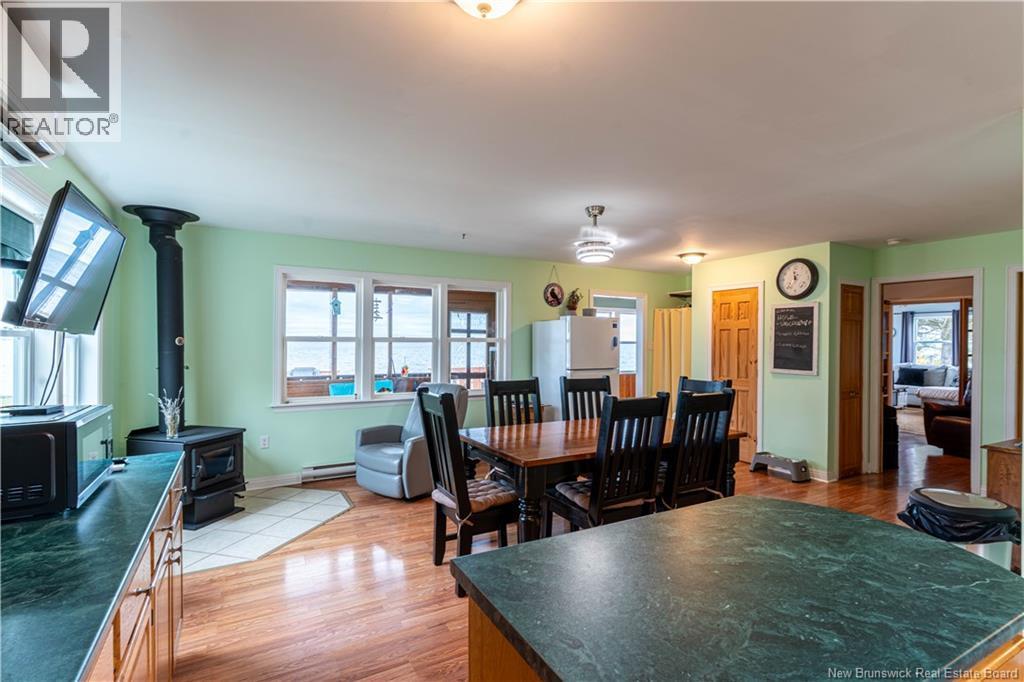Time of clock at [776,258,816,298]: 11:36
